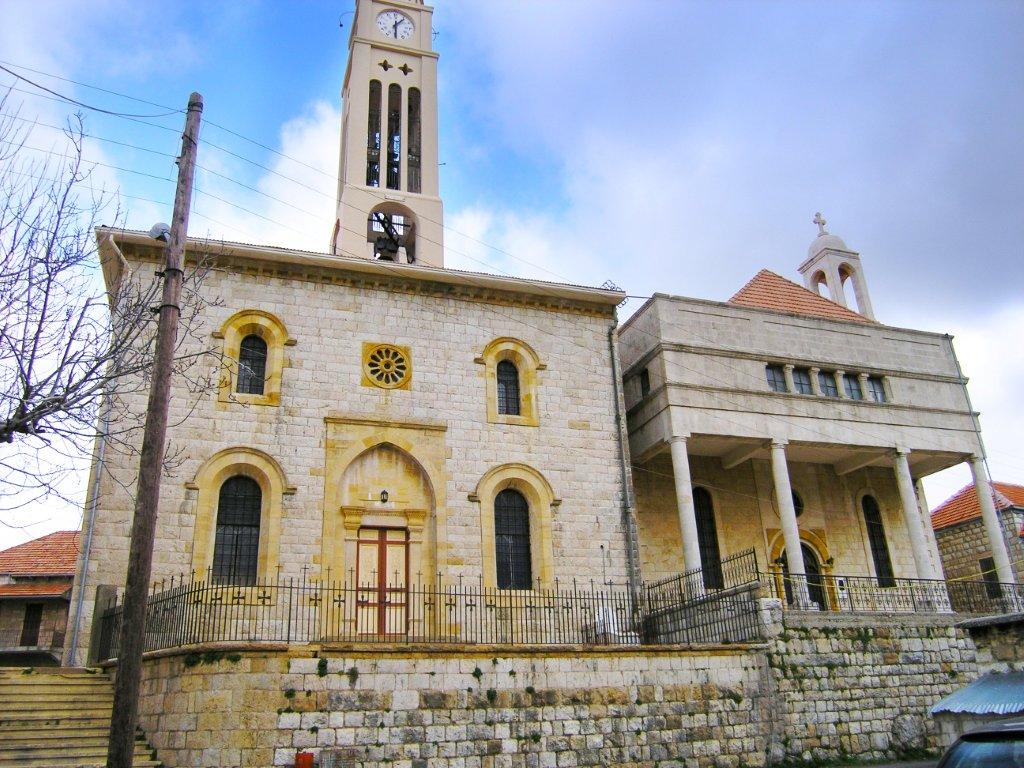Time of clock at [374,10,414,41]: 6:06
